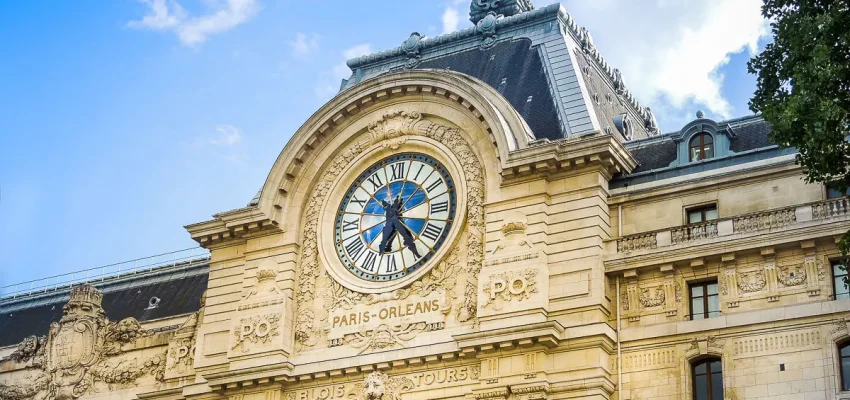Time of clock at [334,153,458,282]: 6:24
